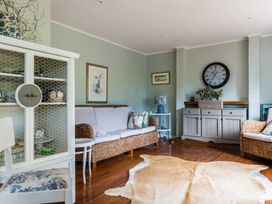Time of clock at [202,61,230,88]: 10:35
